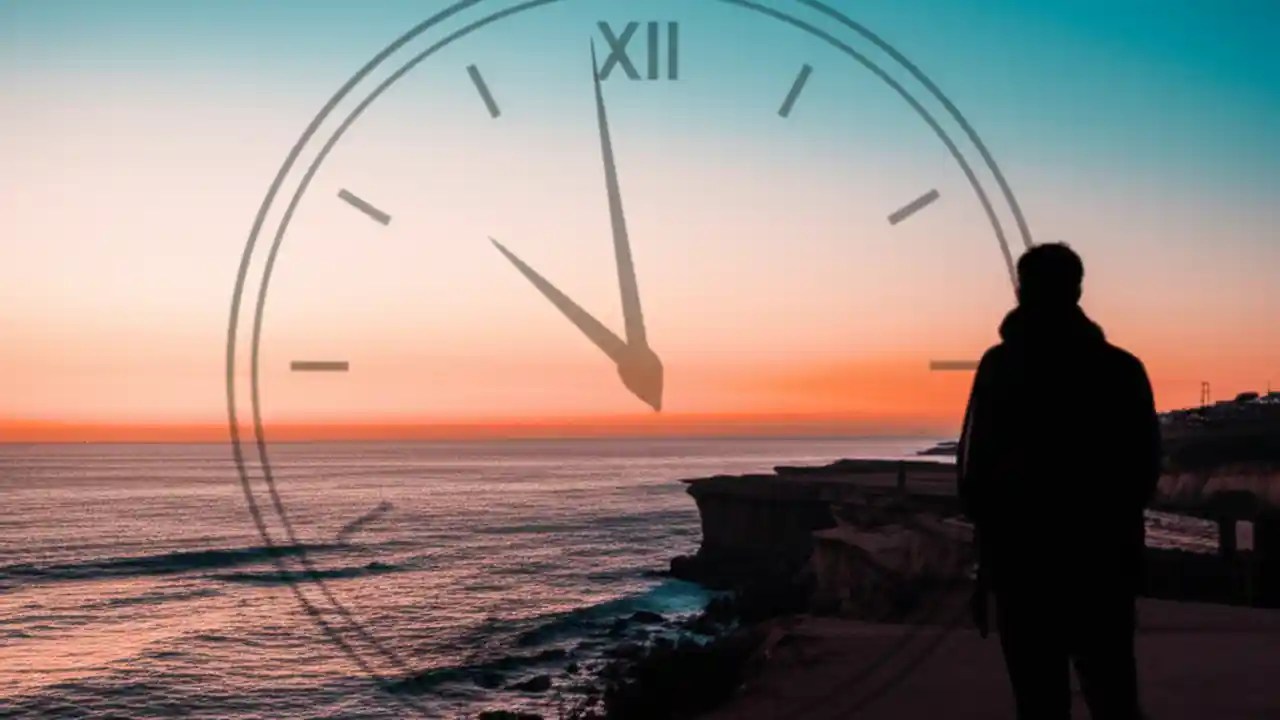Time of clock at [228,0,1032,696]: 9:58
